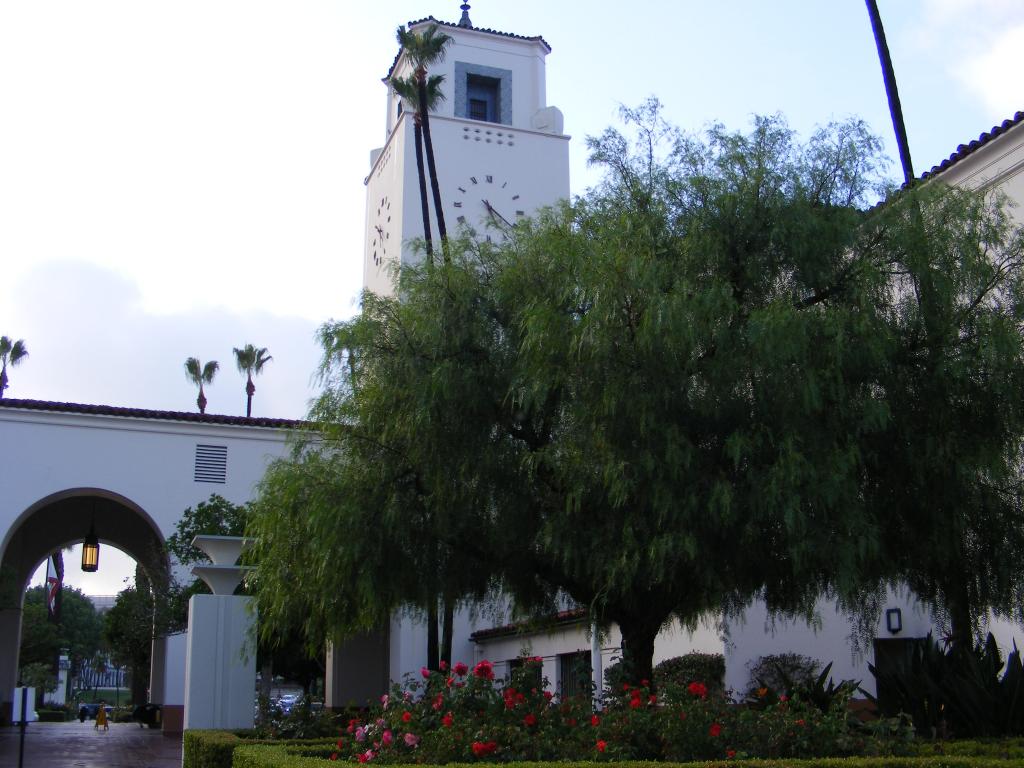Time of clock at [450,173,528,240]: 5:21
